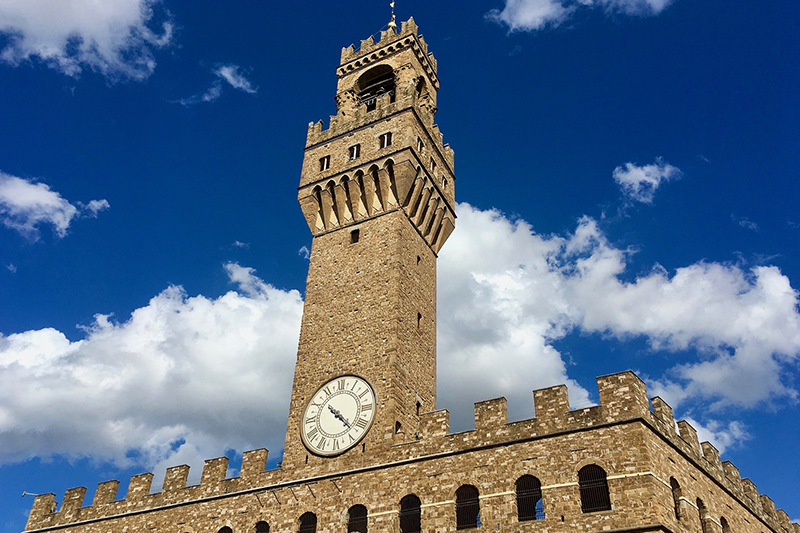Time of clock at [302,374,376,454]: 10:22
